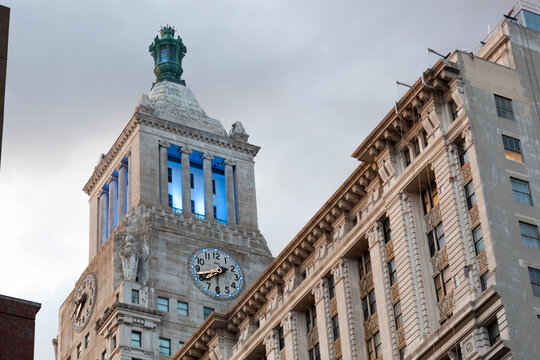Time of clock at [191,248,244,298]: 7:42
